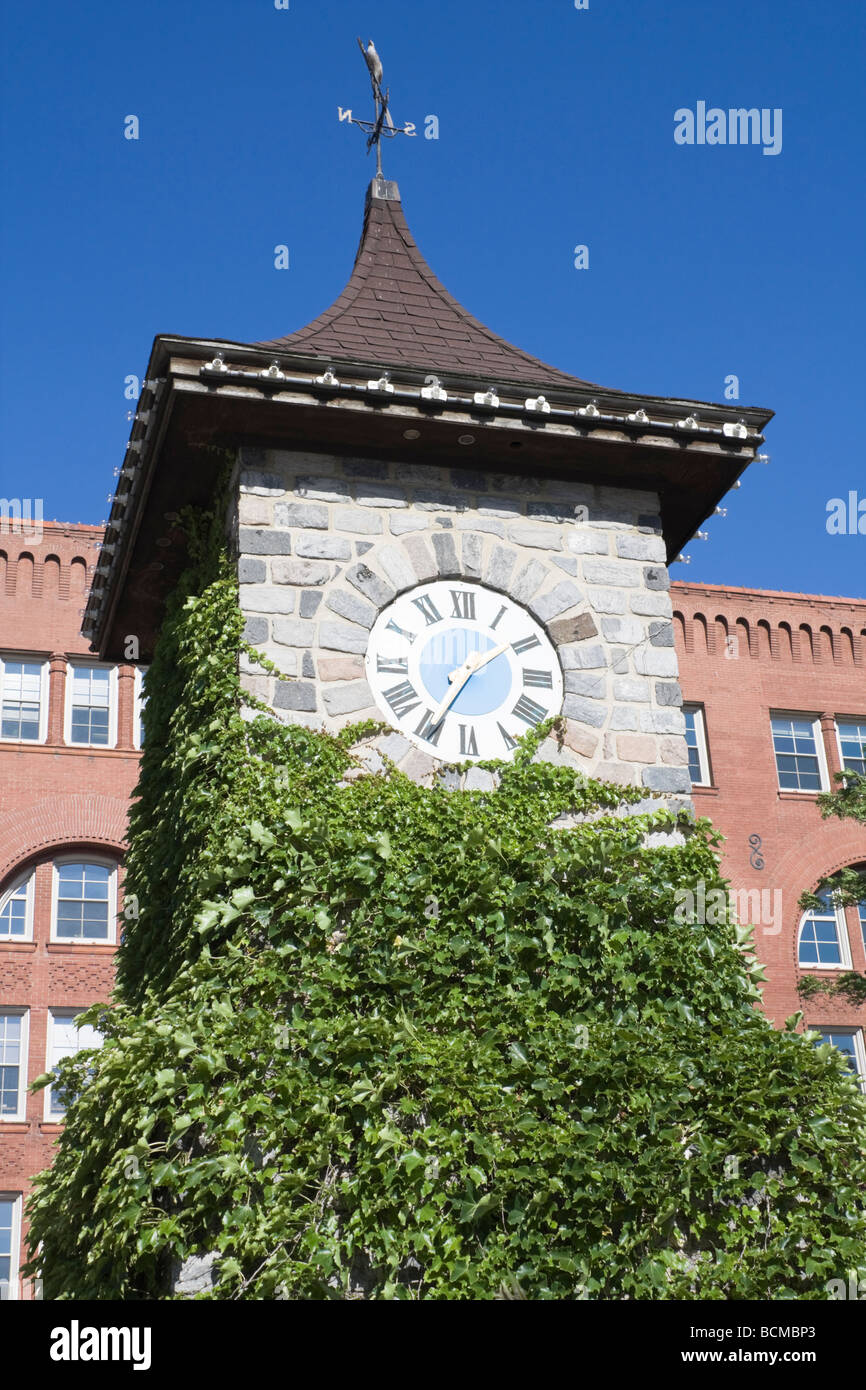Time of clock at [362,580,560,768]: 1:34
